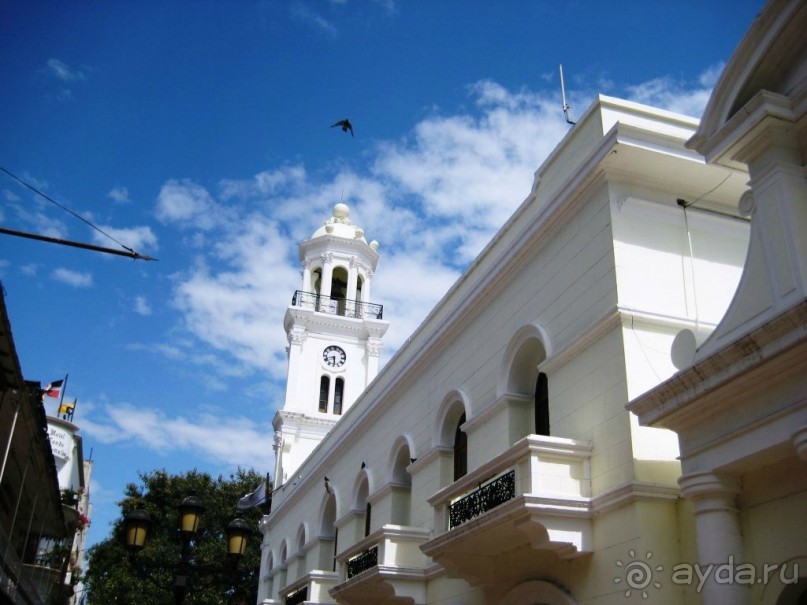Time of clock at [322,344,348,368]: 5:42
